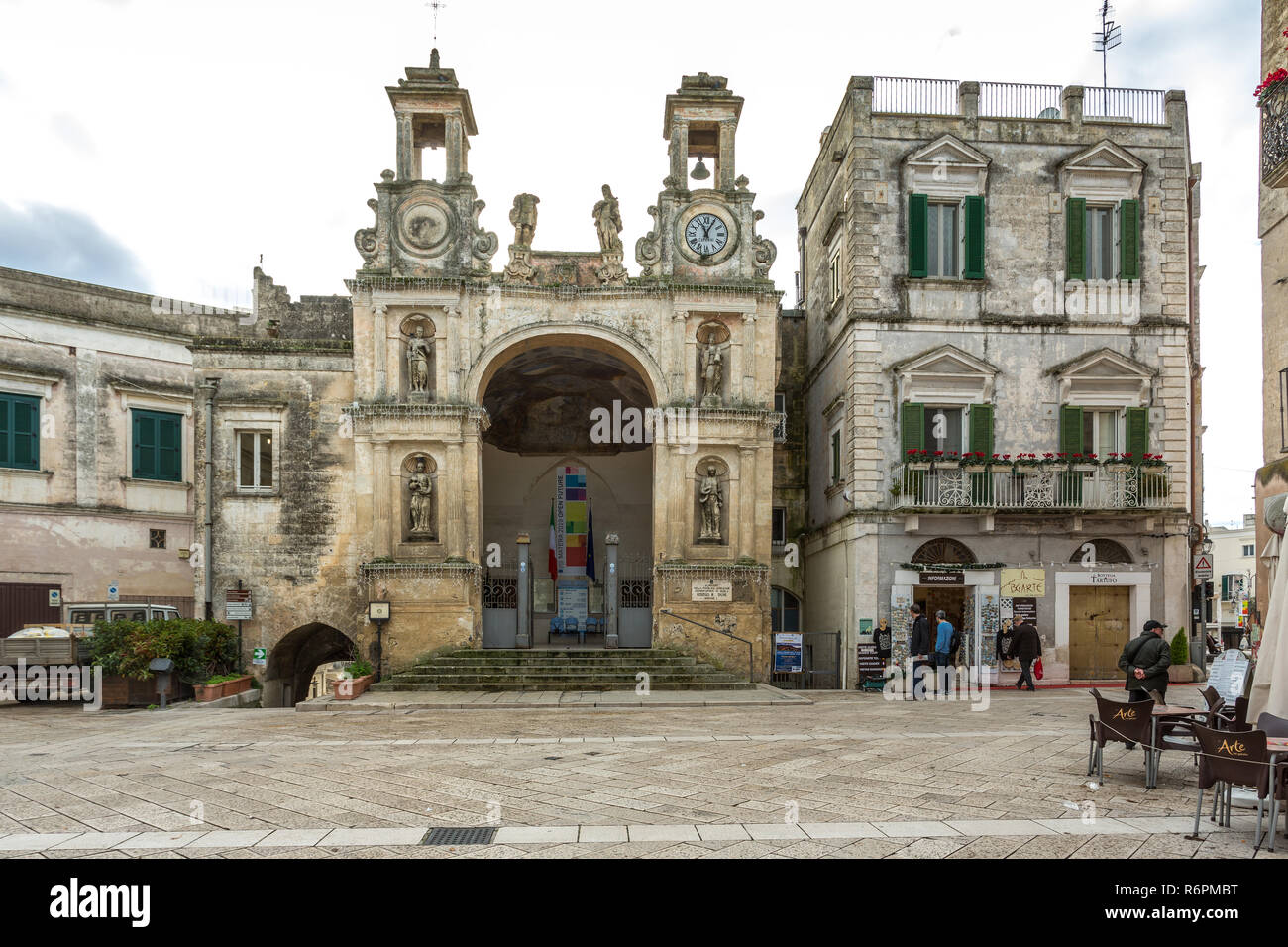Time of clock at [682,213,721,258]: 11:04
